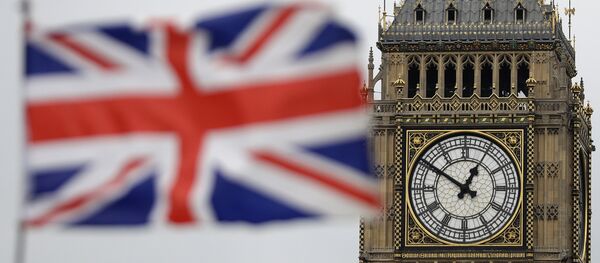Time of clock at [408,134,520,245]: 12:50
